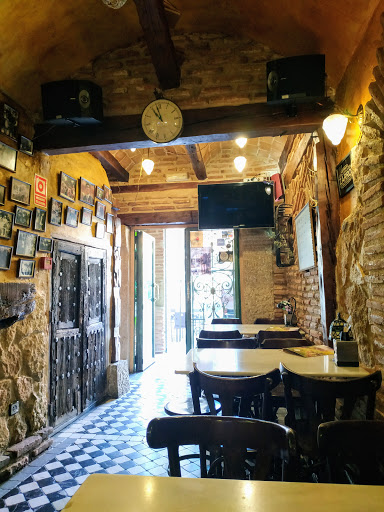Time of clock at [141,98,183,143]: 10:58
